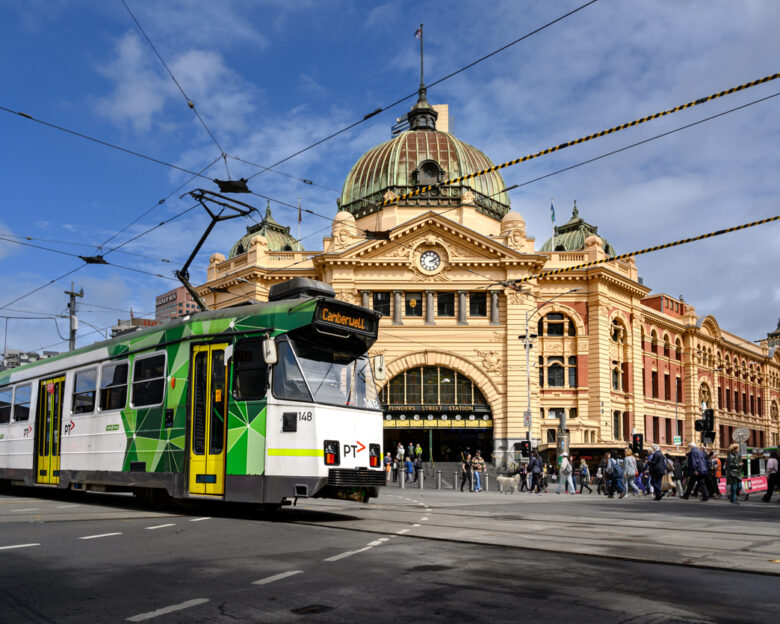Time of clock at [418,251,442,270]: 2:18
